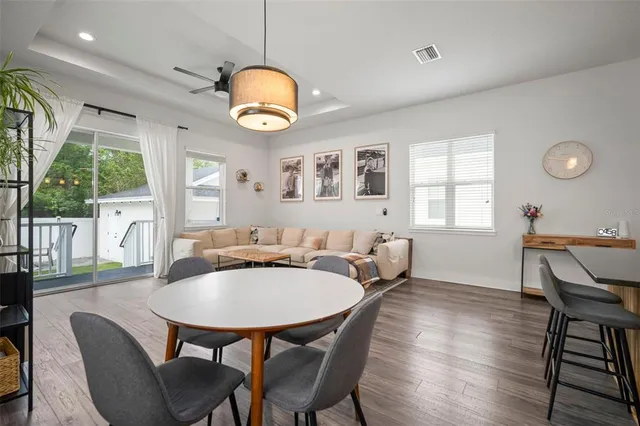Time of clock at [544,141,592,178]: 5:46
